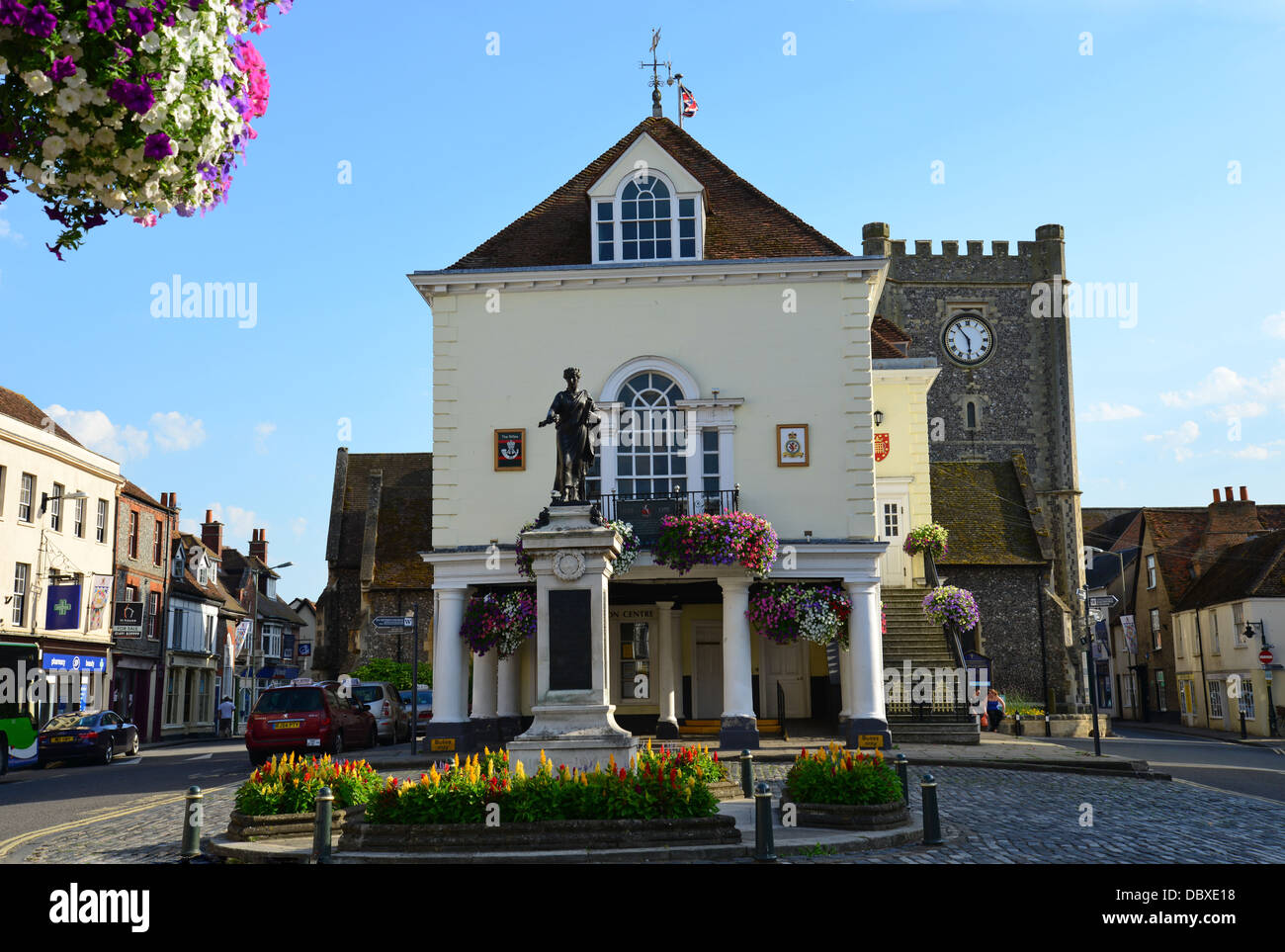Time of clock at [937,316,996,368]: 5:54
